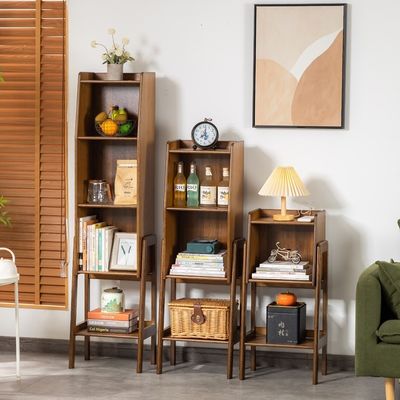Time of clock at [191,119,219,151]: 8:01
